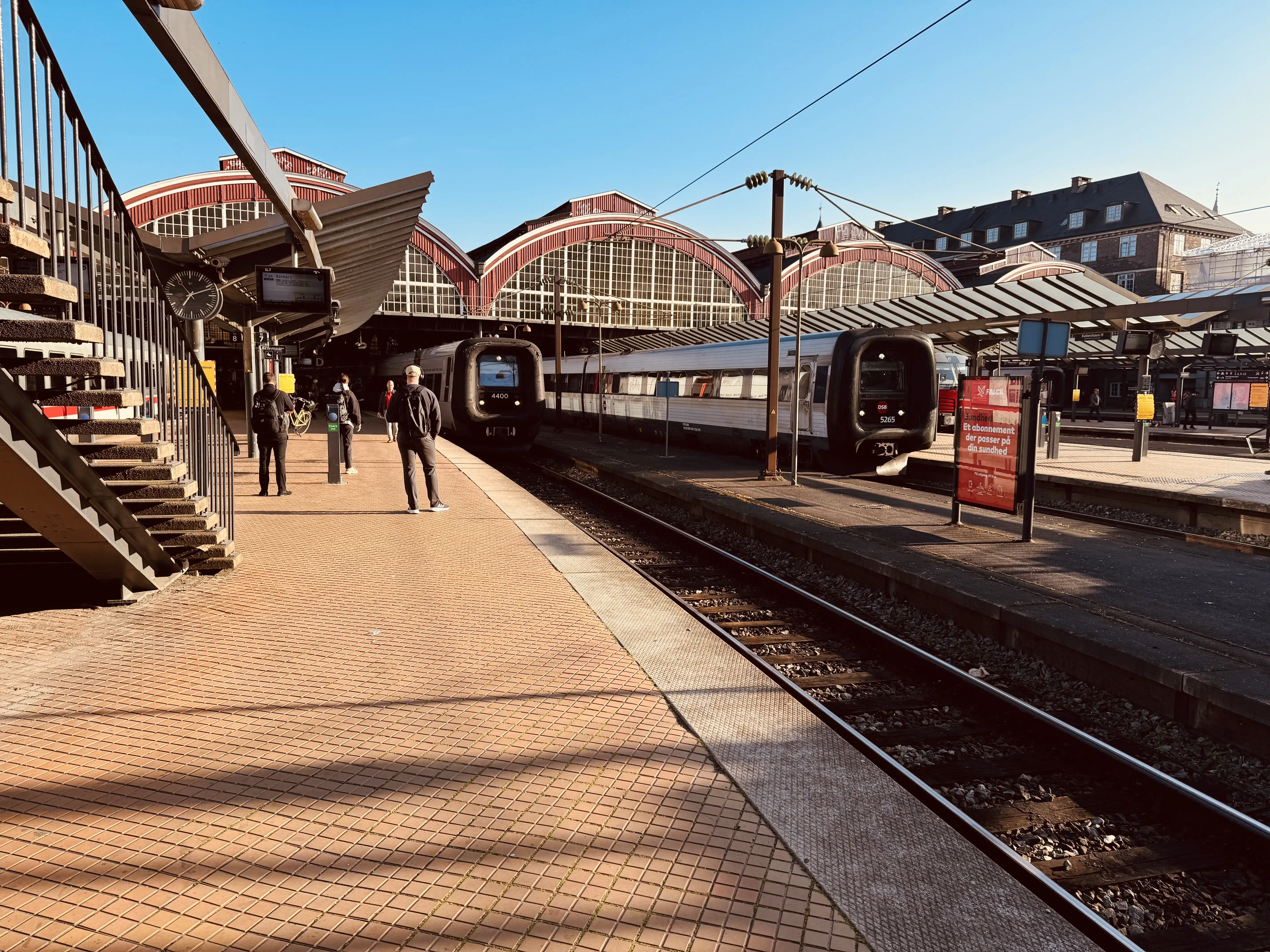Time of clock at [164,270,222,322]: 7:11
